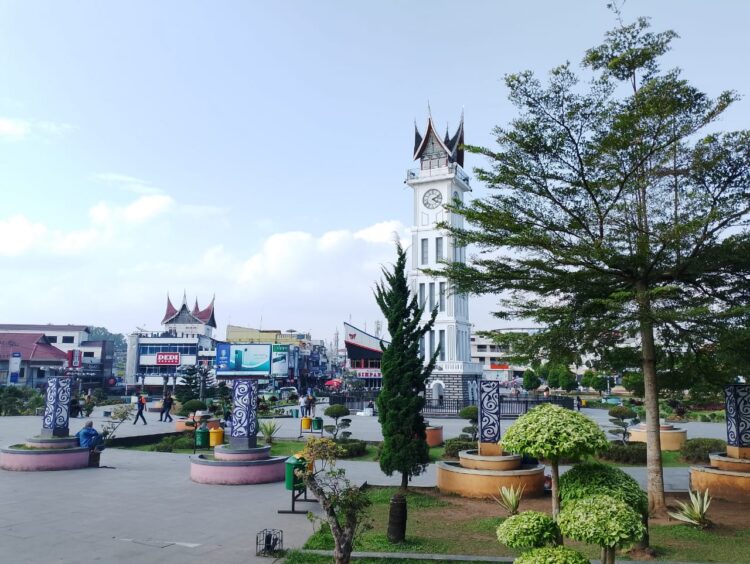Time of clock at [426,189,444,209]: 4:11
